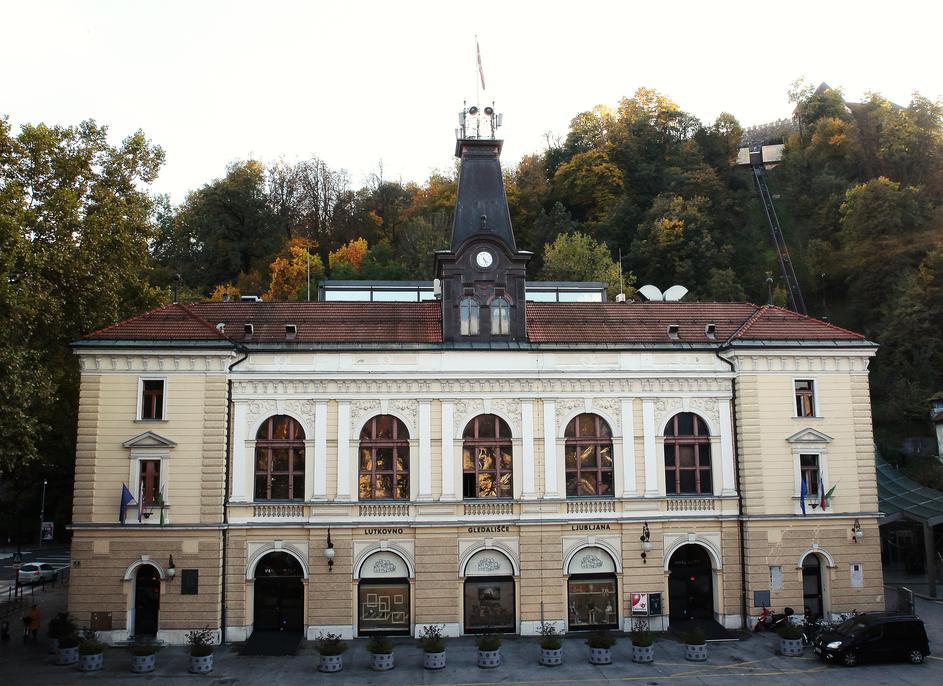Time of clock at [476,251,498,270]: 4:26
